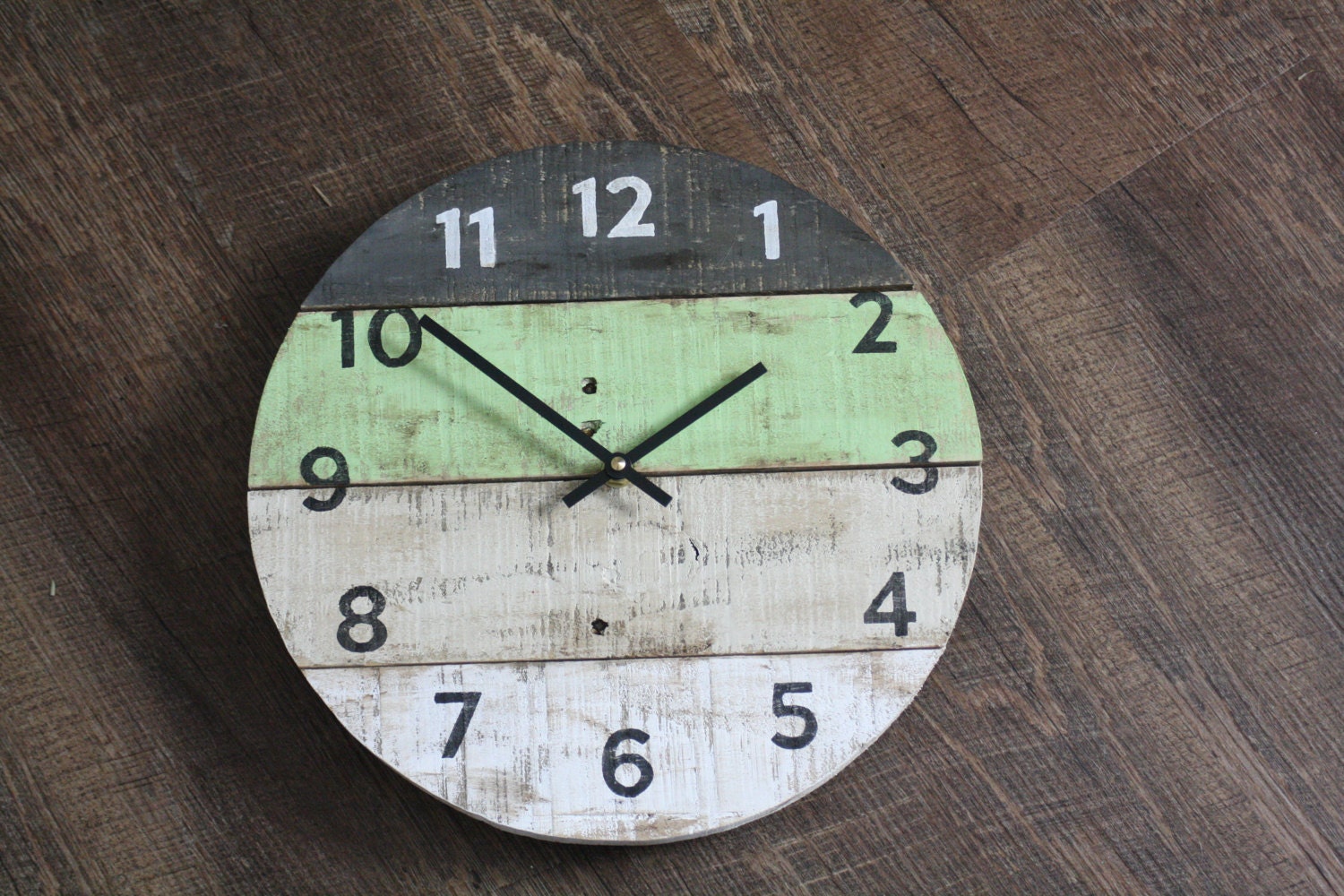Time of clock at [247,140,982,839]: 1:51
